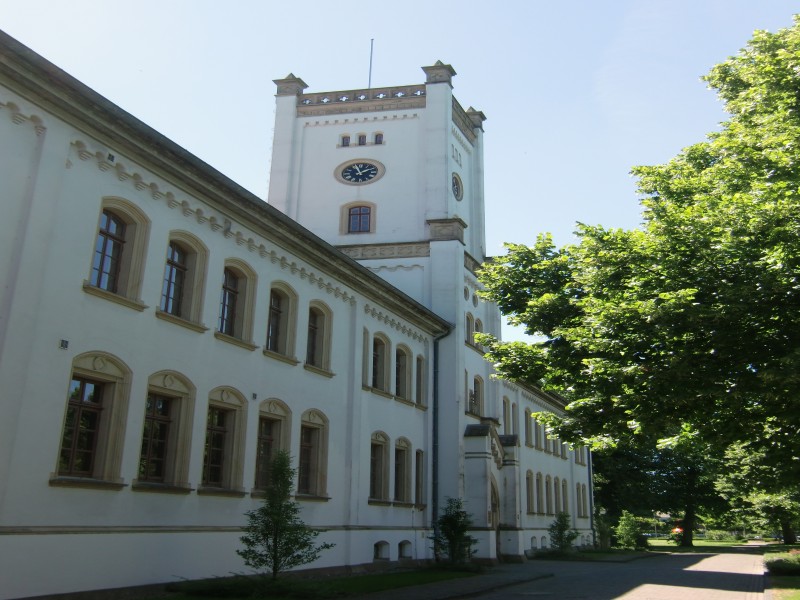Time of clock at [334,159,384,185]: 1:56
